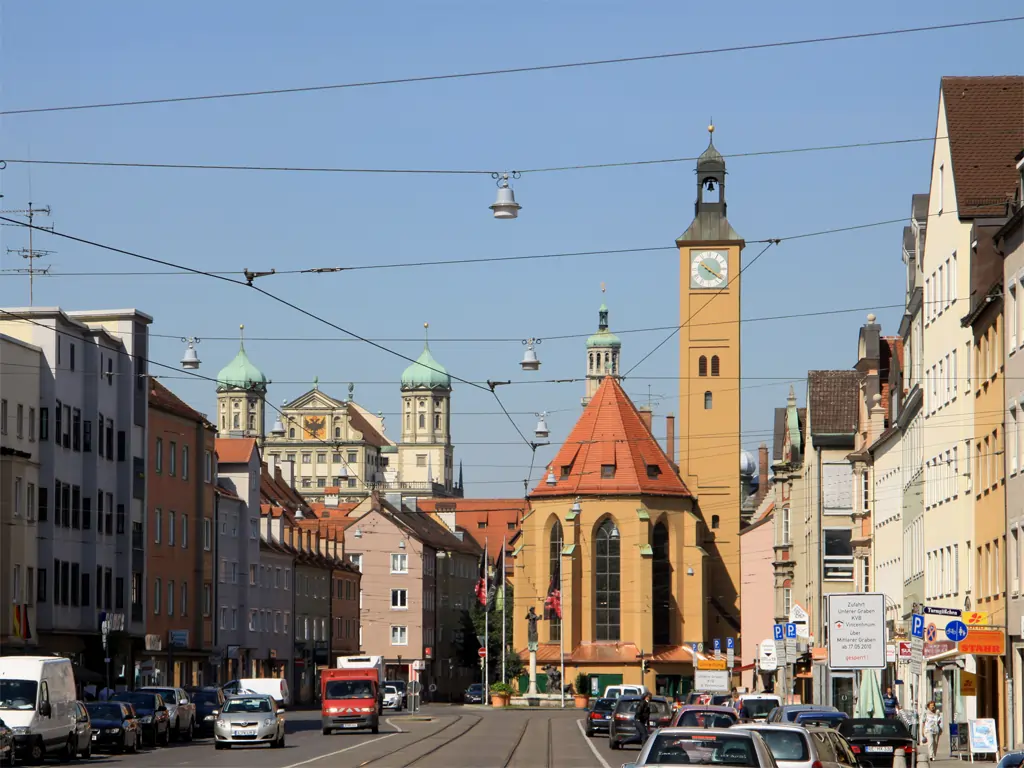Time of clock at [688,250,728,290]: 10:20
